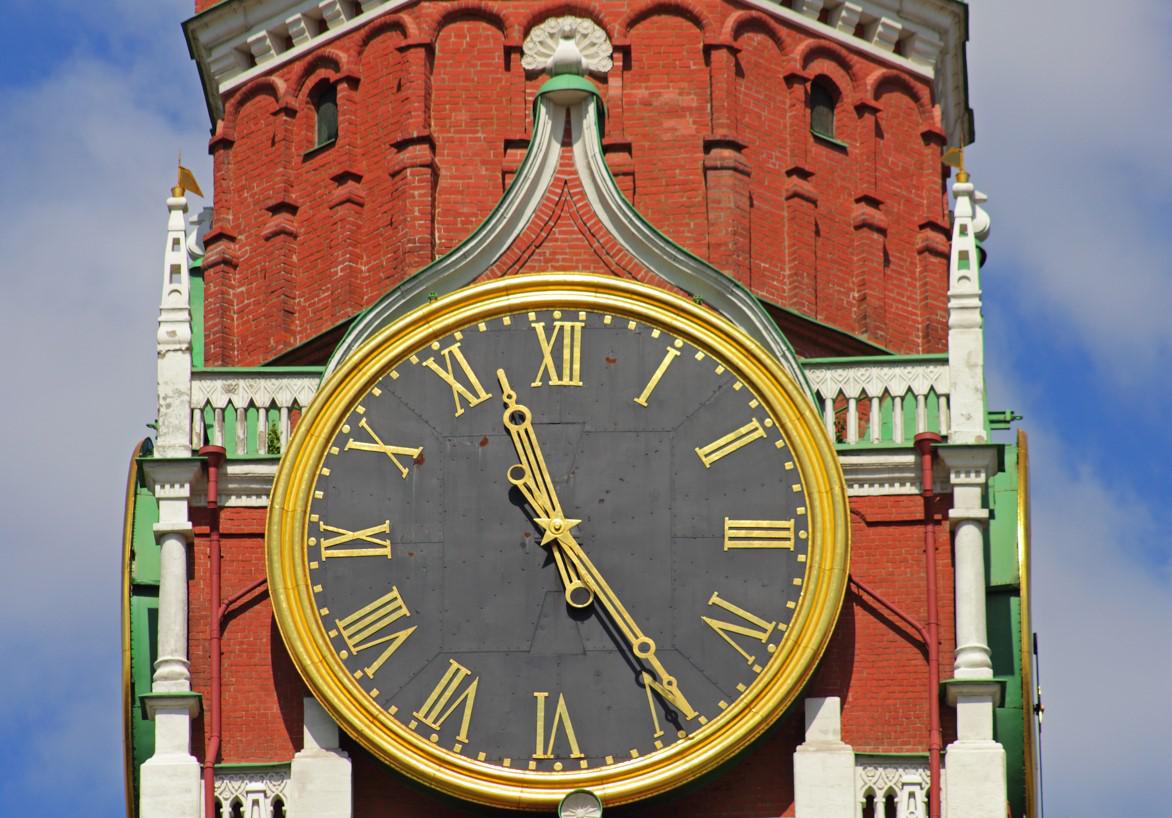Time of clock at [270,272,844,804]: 11:24
